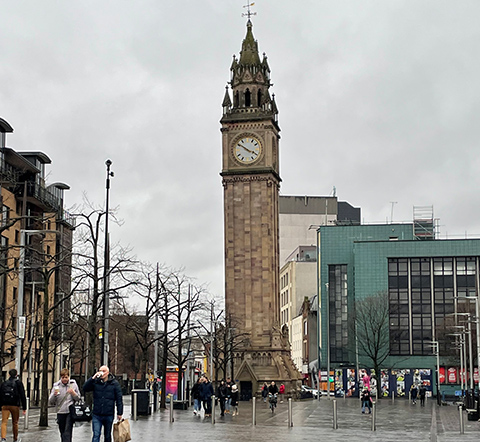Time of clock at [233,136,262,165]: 3:50
